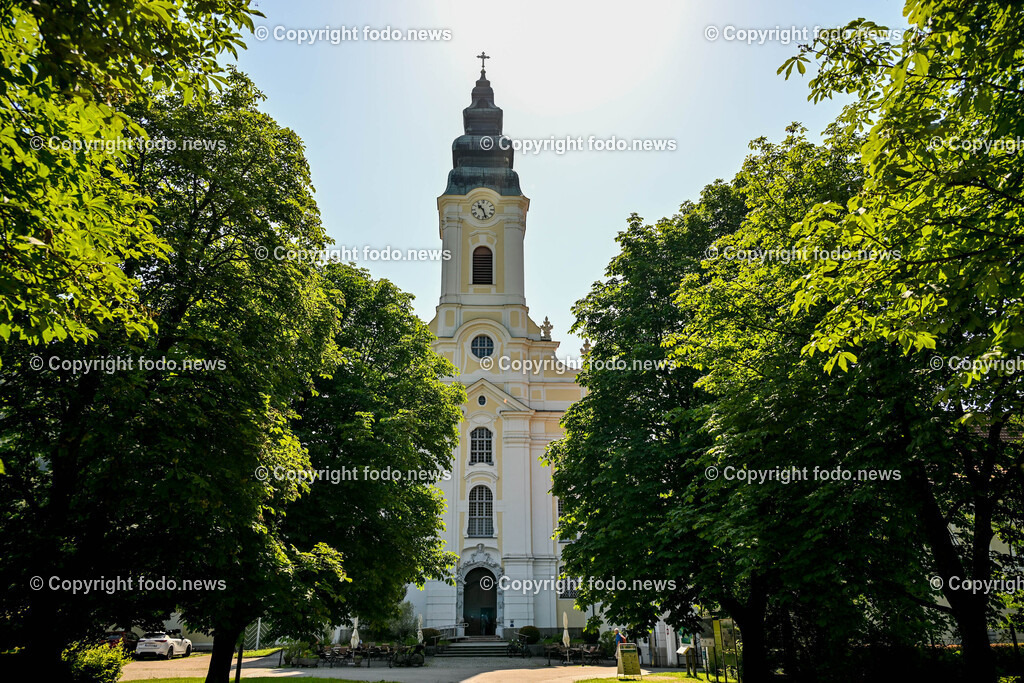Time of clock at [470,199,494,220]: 10:27
